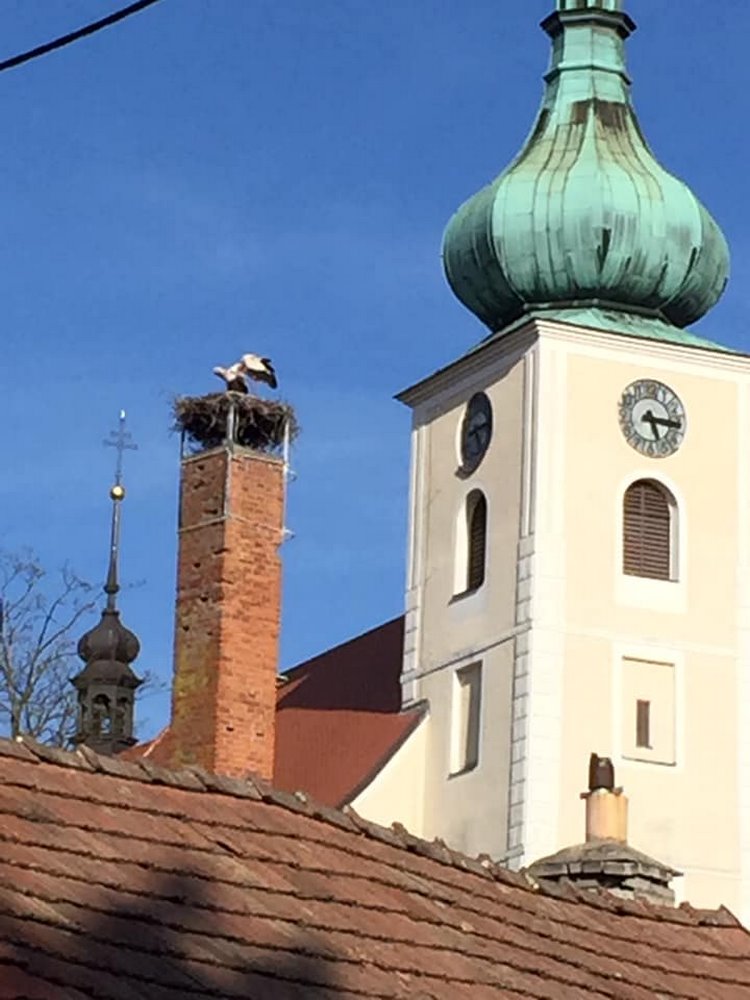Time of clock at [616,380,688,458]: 5:15
